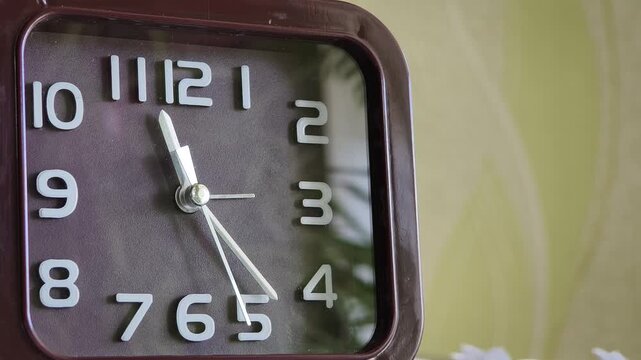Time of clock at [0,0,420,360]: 11:24
